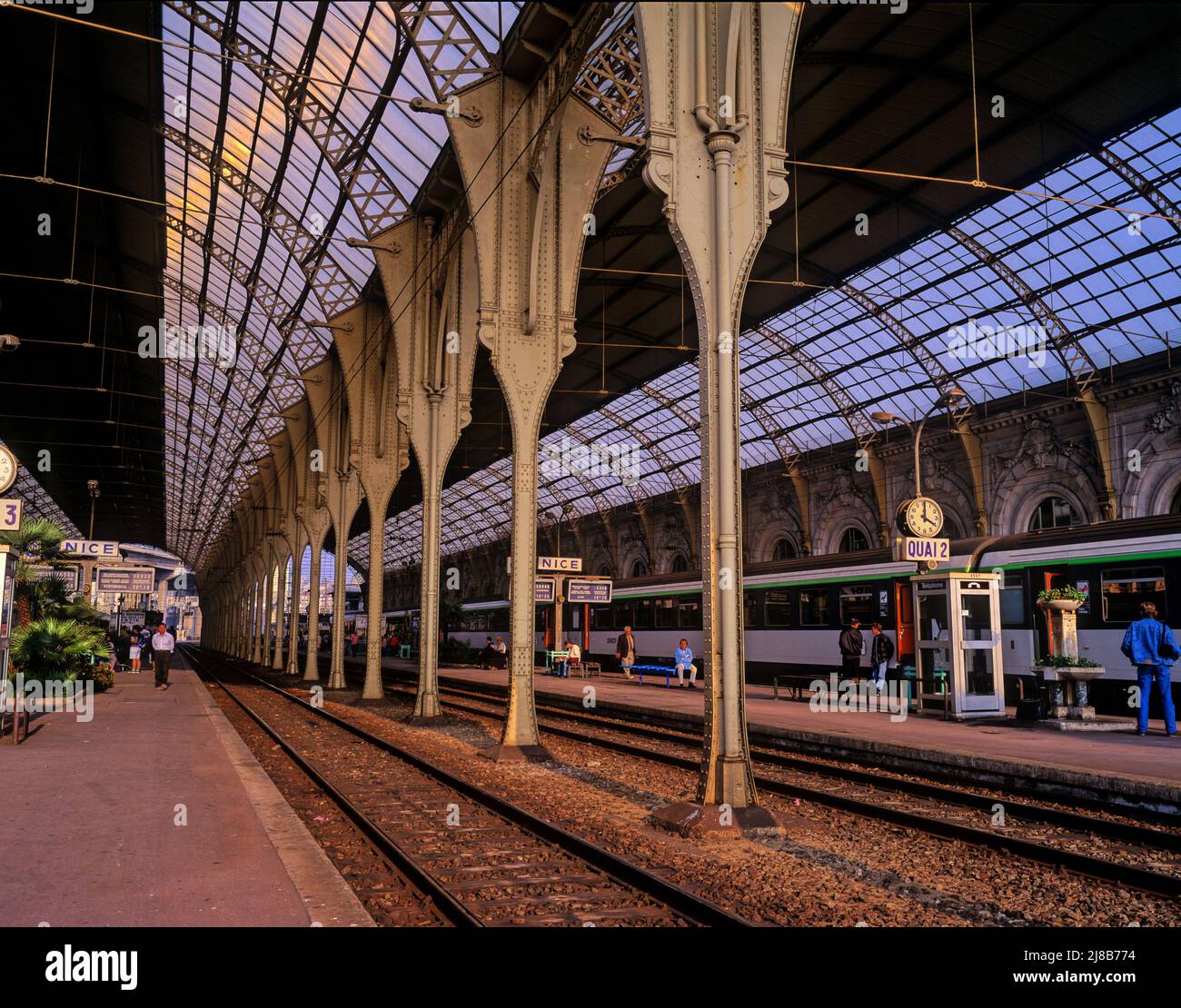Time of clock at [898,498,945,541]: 4:00
